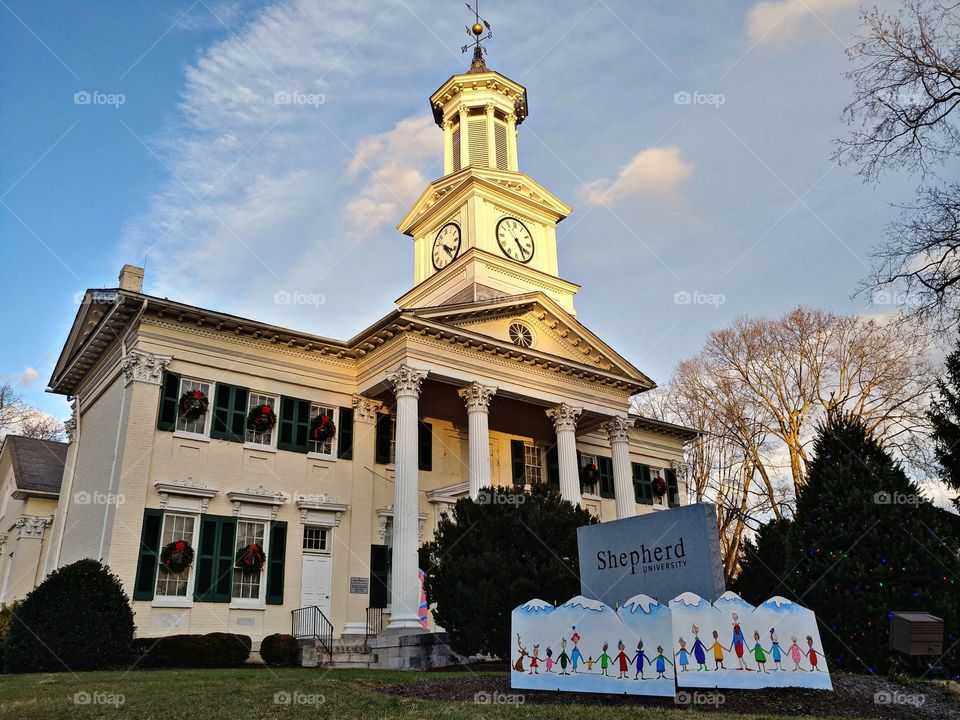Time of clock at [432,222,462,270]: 4:20
